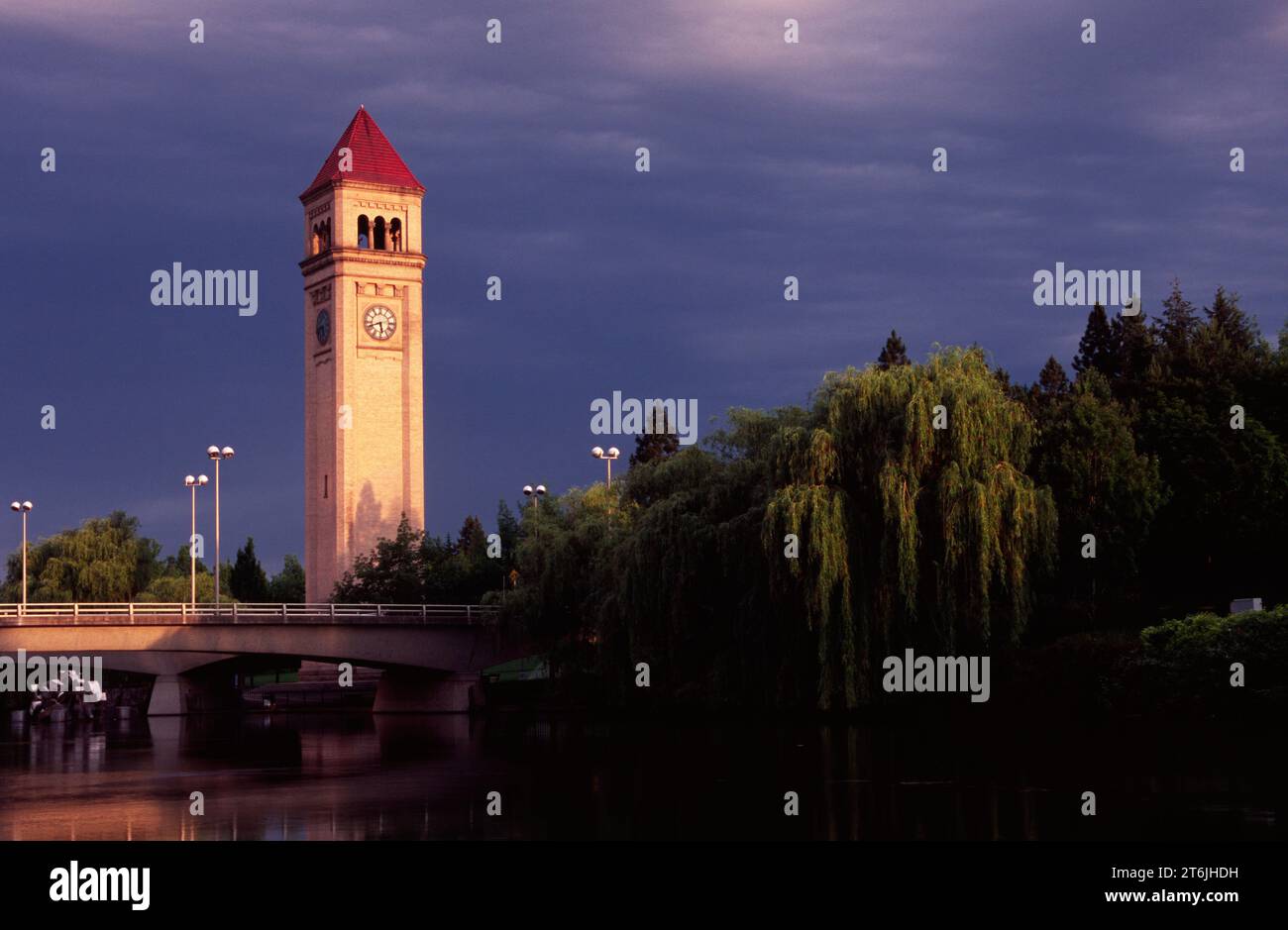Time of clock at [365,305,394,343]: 5:41
